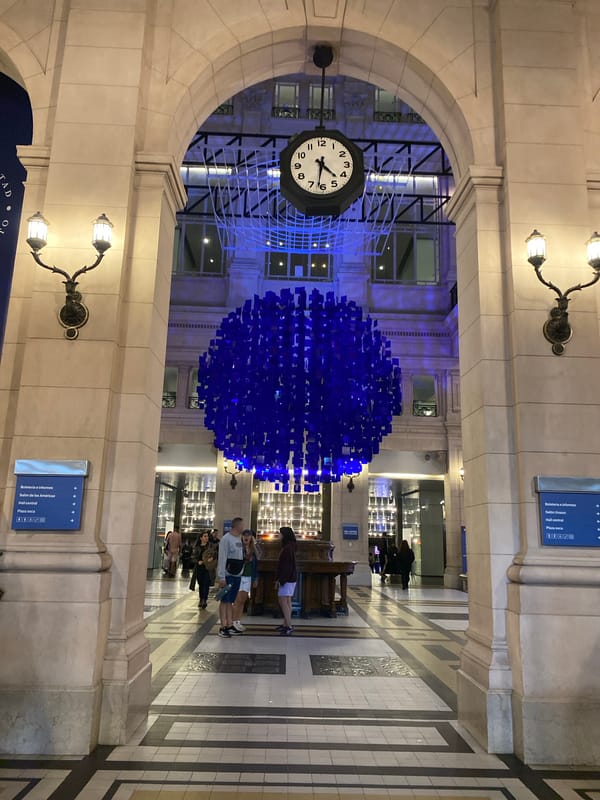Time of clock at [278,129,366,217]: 4:31
